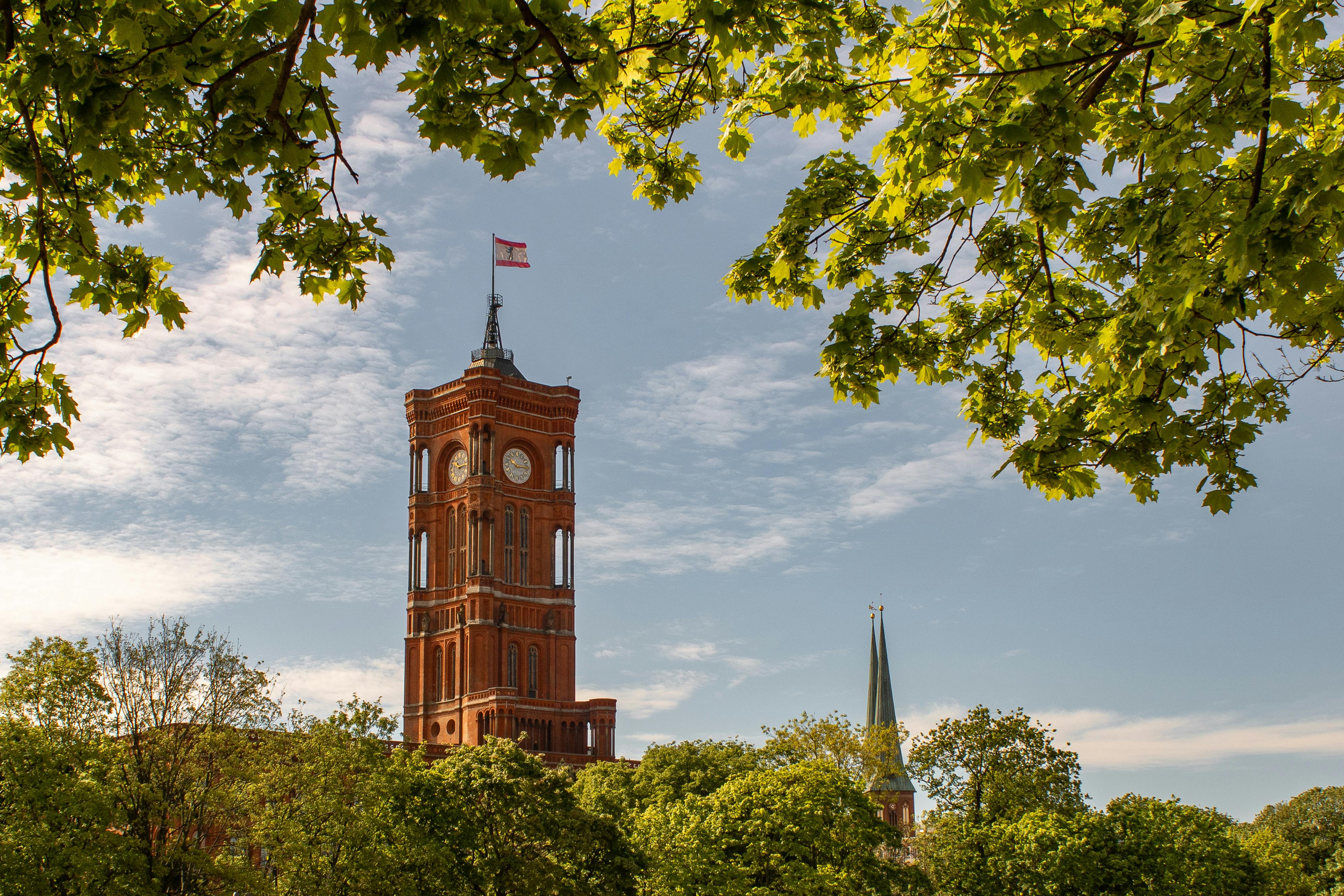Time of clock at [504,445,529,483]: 10:14
